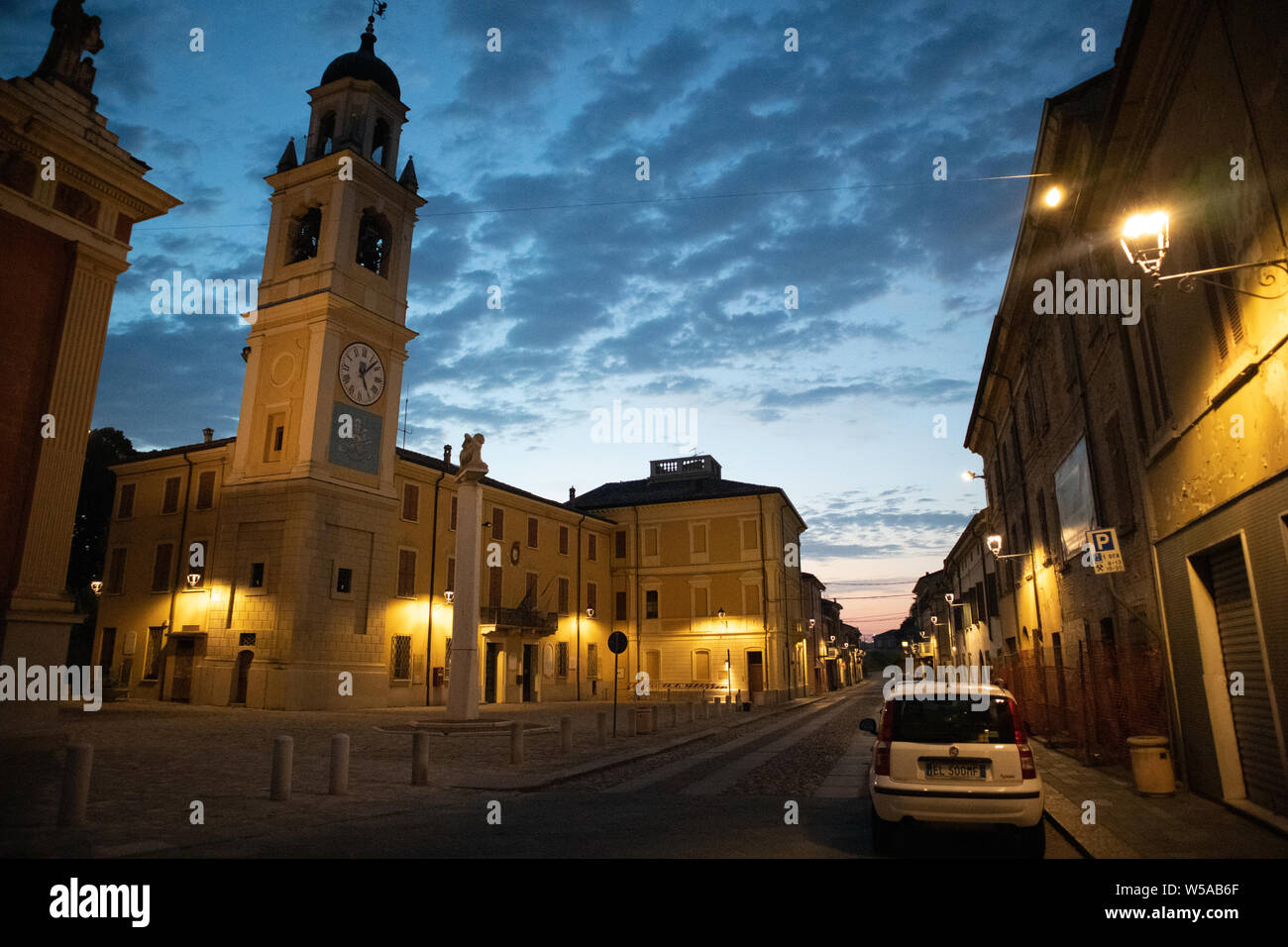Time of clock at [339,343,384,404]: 5:07
